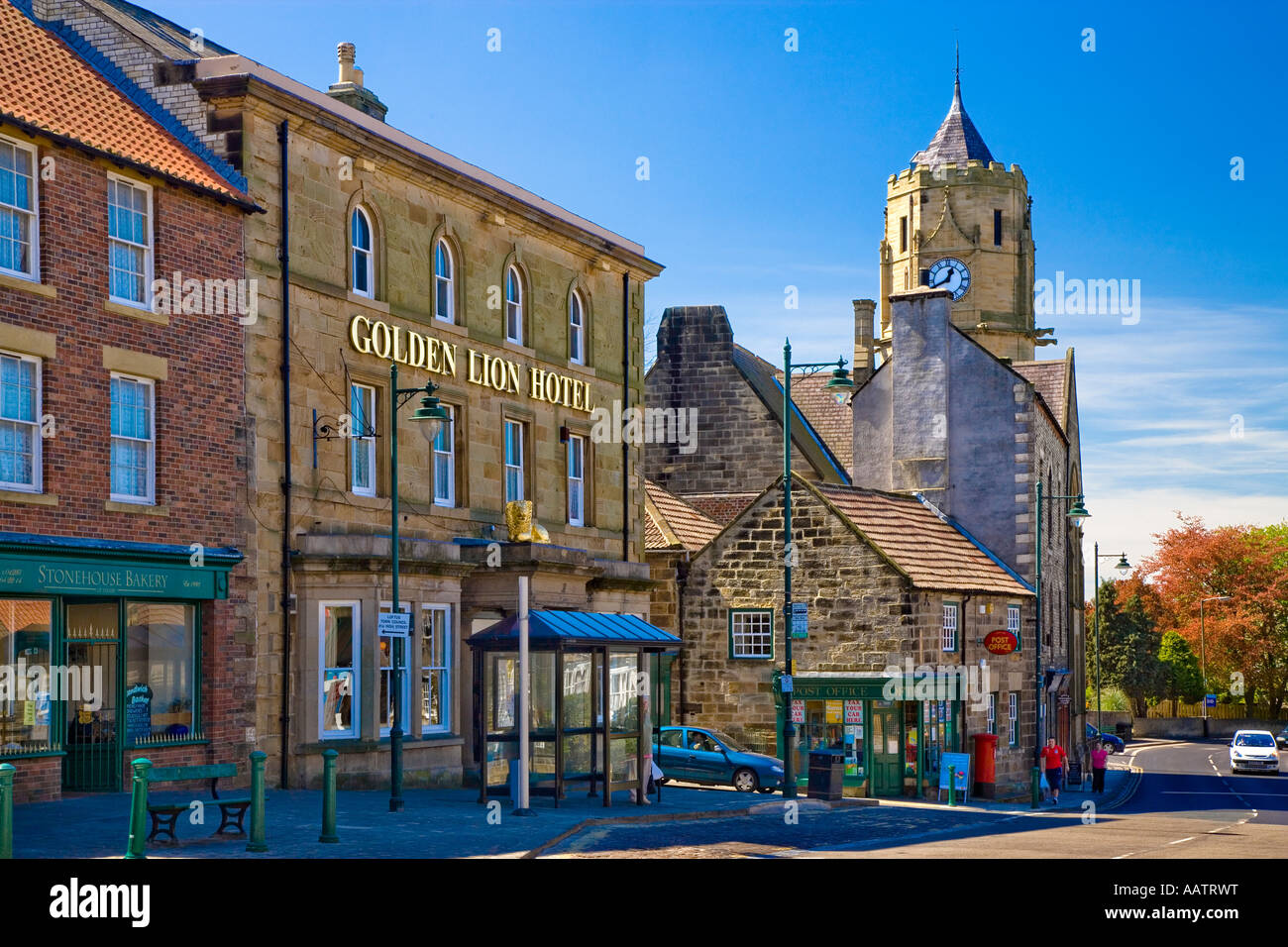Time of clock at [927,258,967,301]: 12:40
